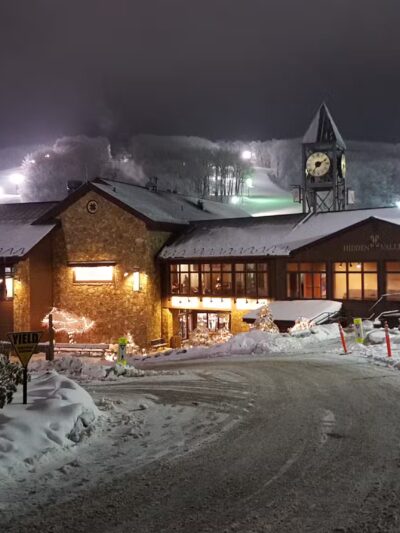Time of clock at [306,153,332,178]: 7:11
